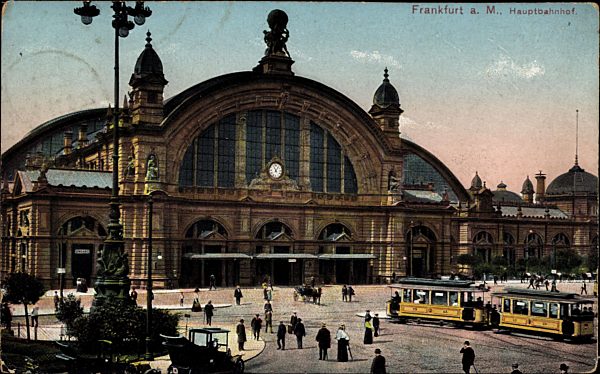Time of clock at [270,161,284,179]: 11:06
